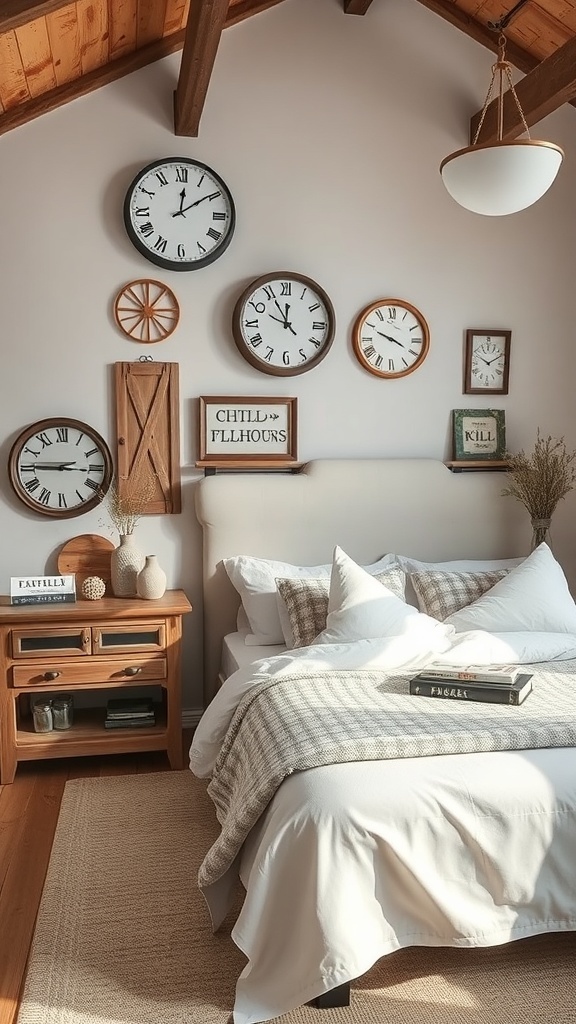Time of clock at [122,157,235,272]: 12:09
